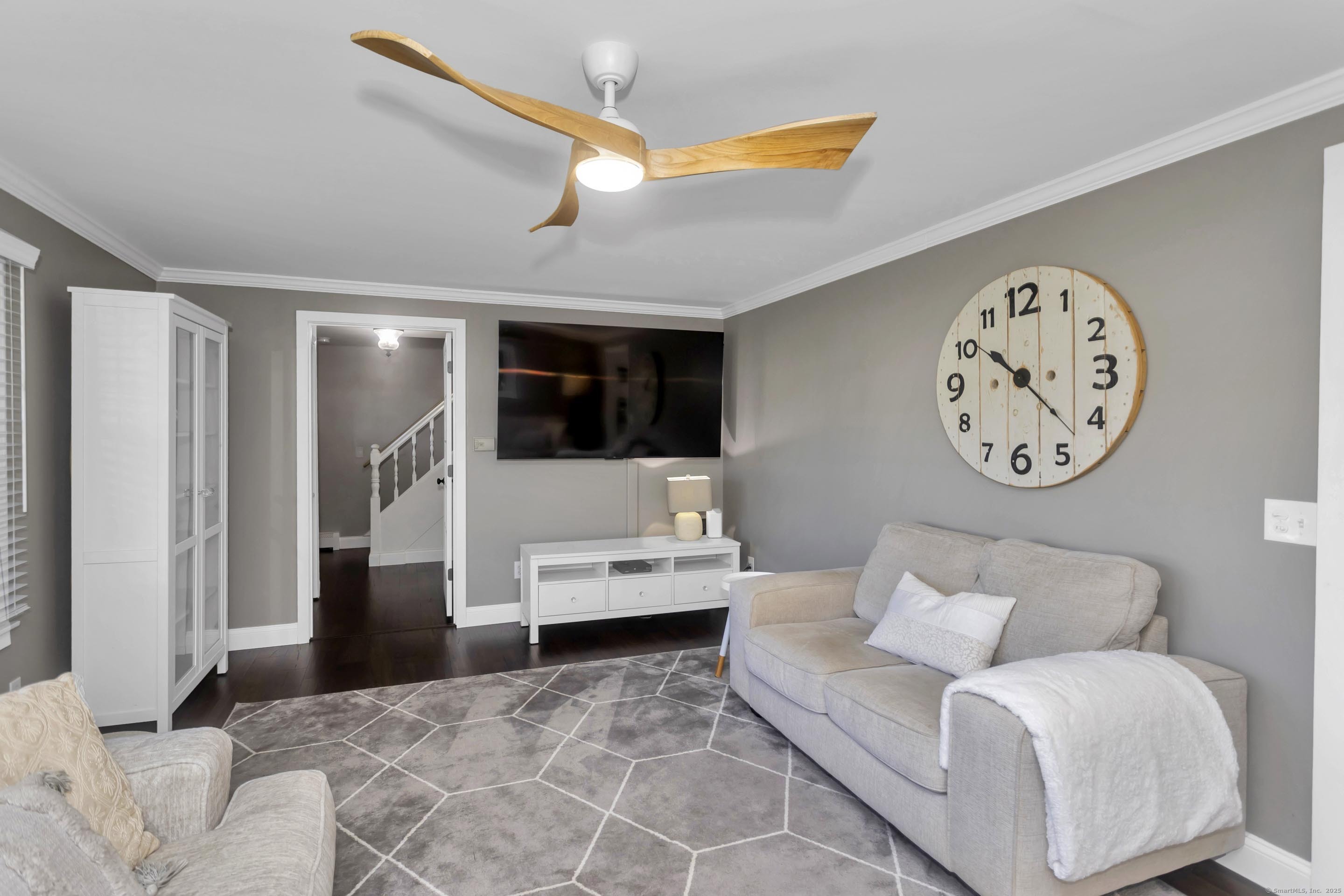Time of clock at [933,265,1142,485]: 10:22
